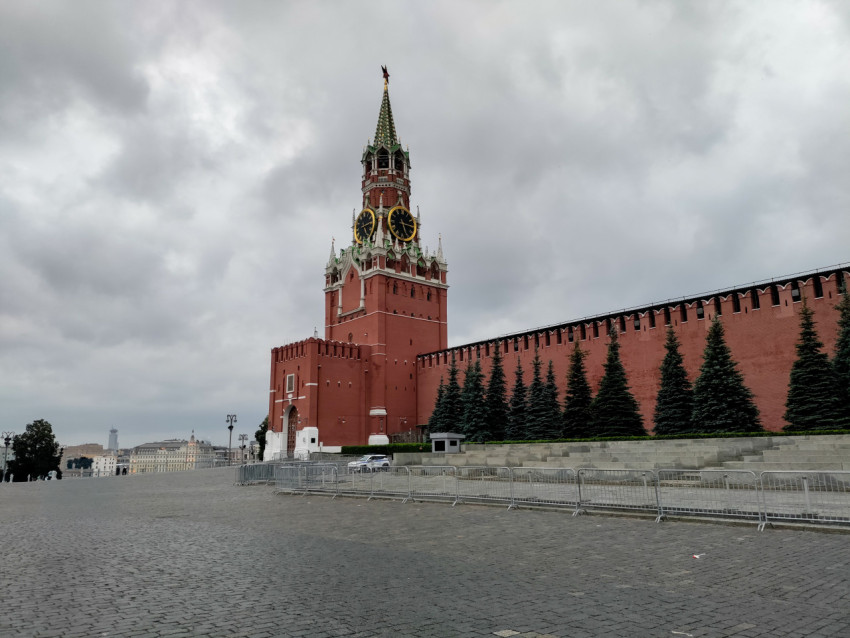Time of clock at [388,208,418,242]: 5:15
